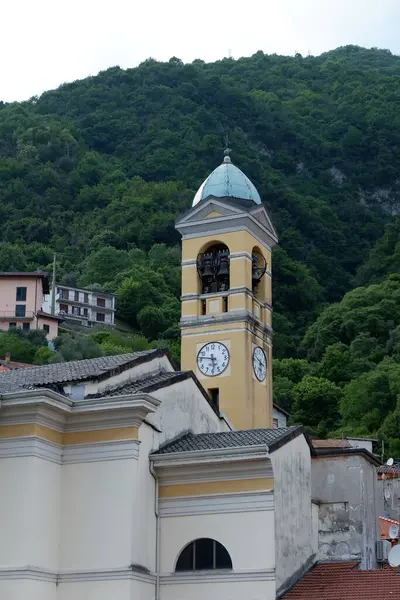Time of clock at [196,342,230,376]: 5:46
